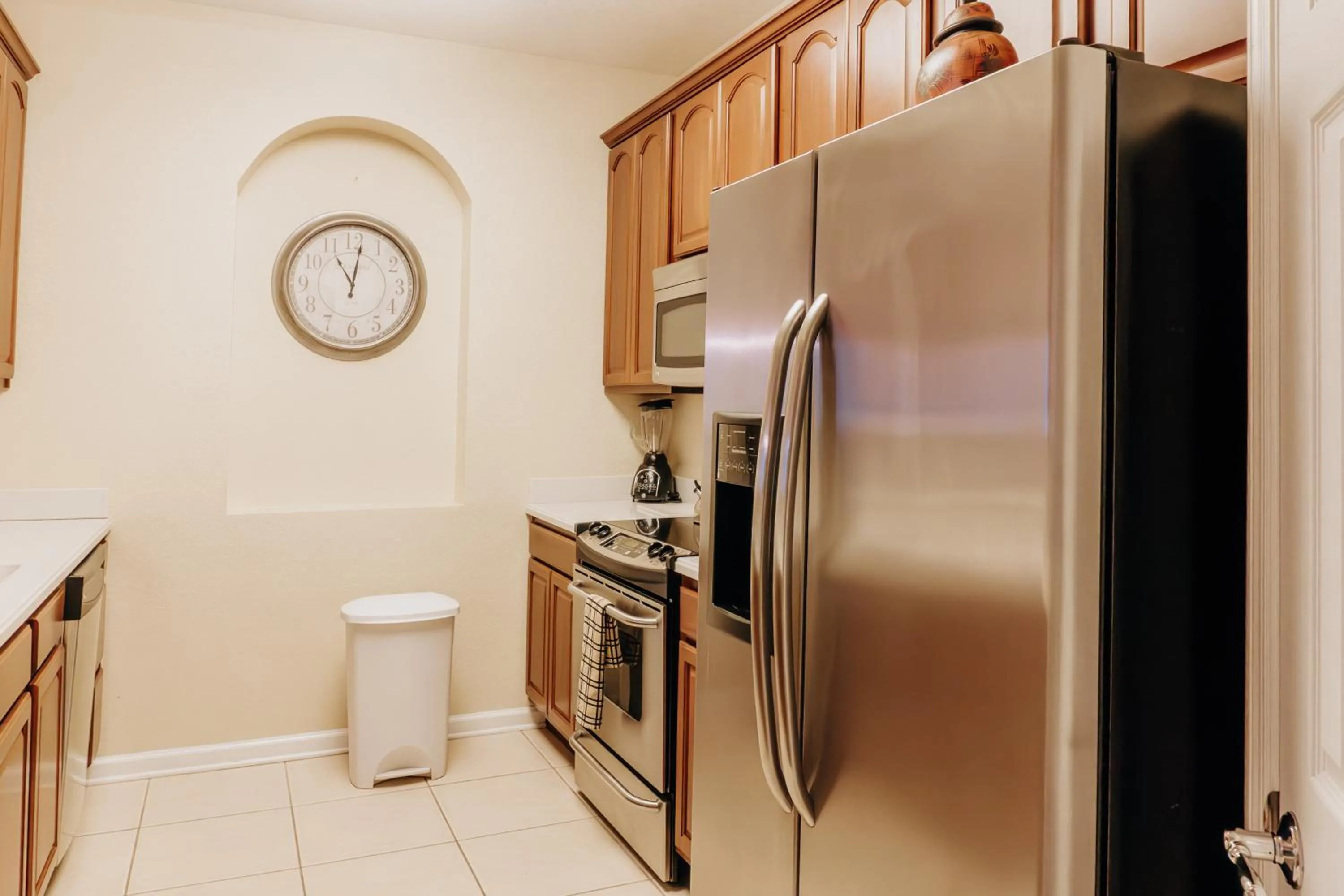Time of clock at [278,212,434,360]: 11:01
